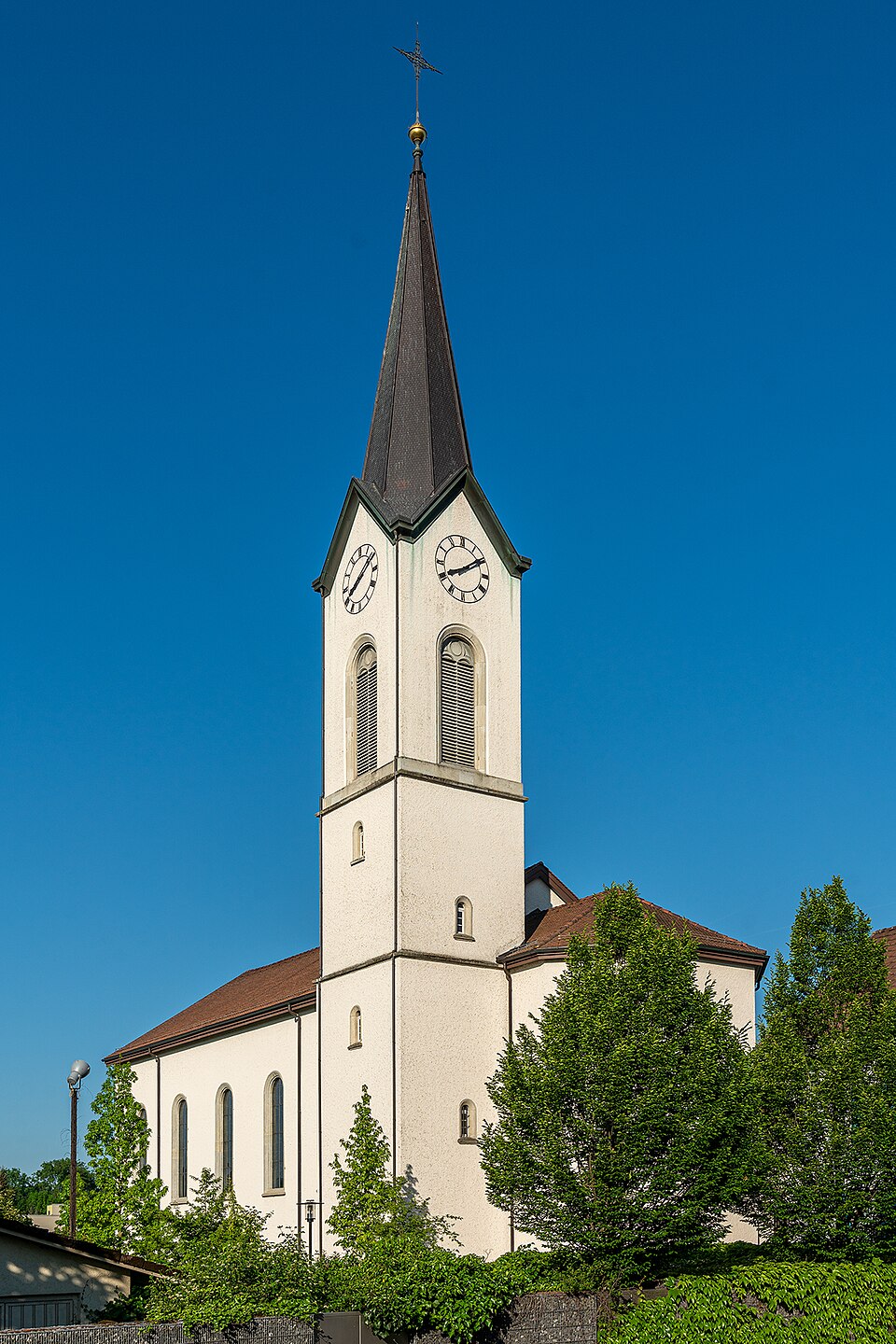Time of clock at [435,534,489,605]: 8:09
